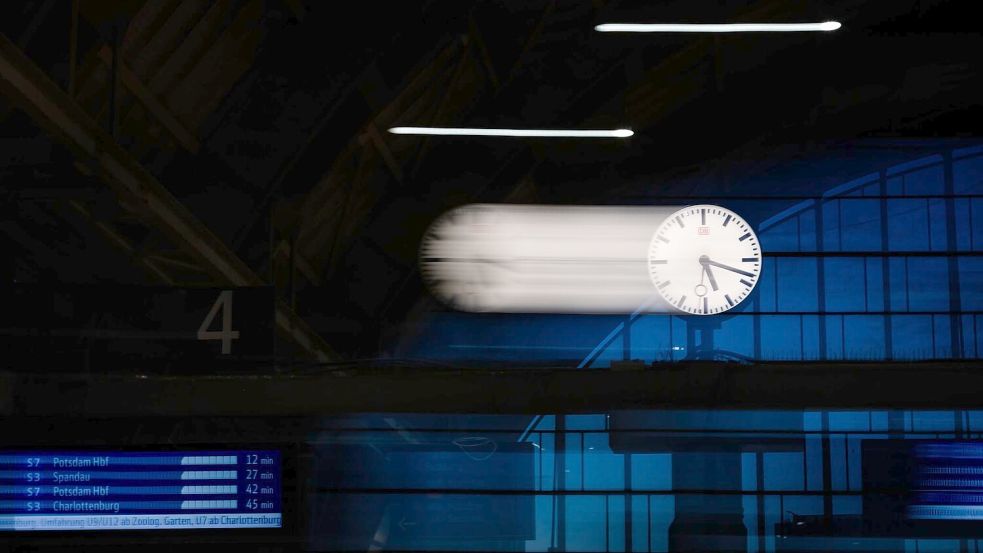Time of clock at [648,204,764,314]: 5:18
